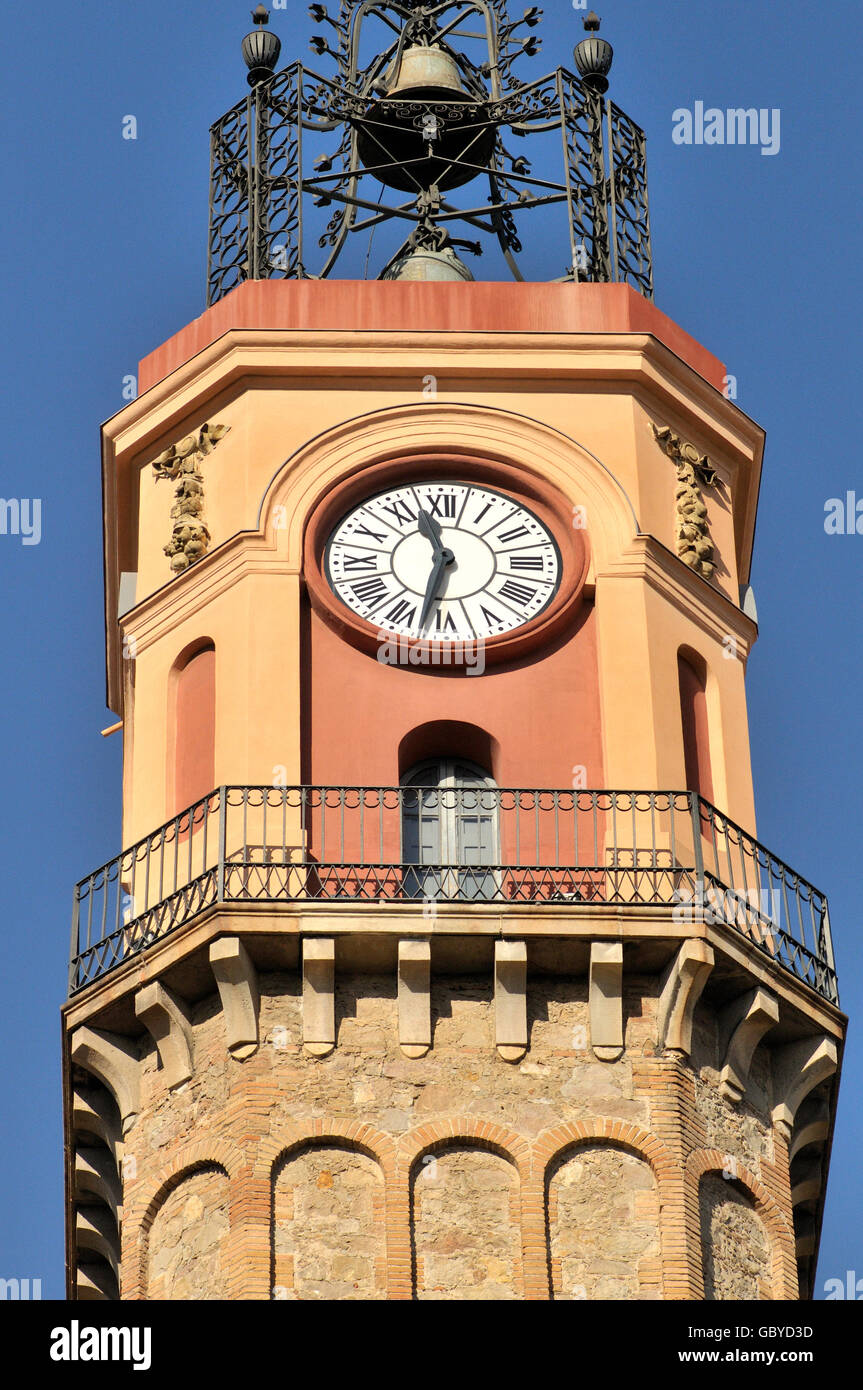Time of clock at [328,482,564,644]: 11:32
